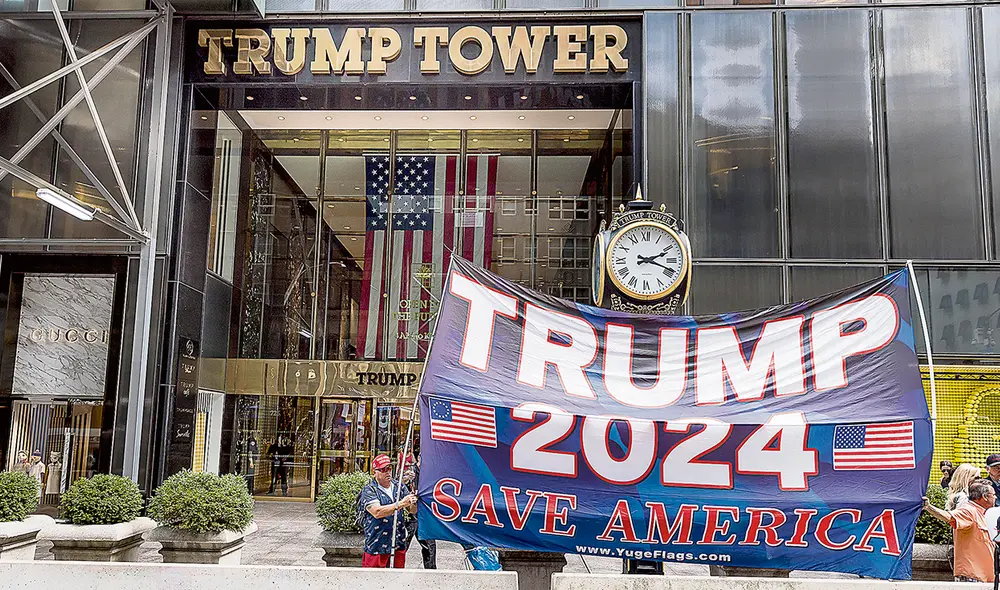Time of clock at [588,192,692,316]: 2:18
